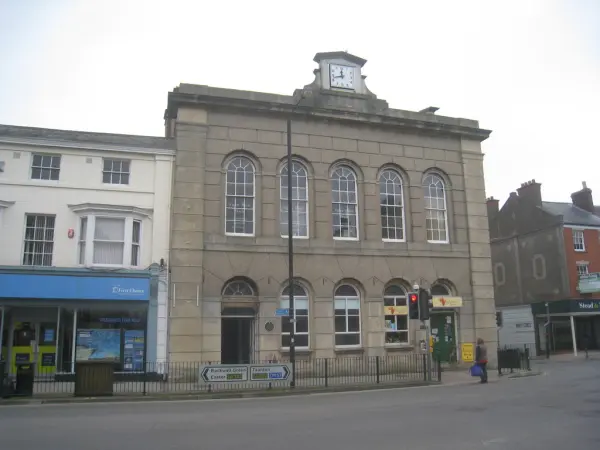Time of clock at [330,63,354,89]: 11:42
